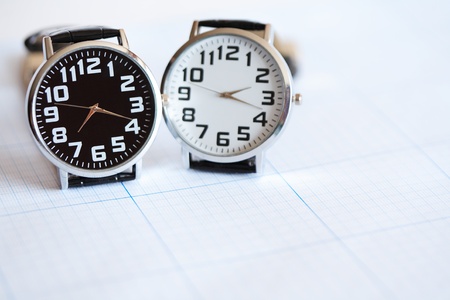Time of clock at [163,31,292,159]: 2:18
